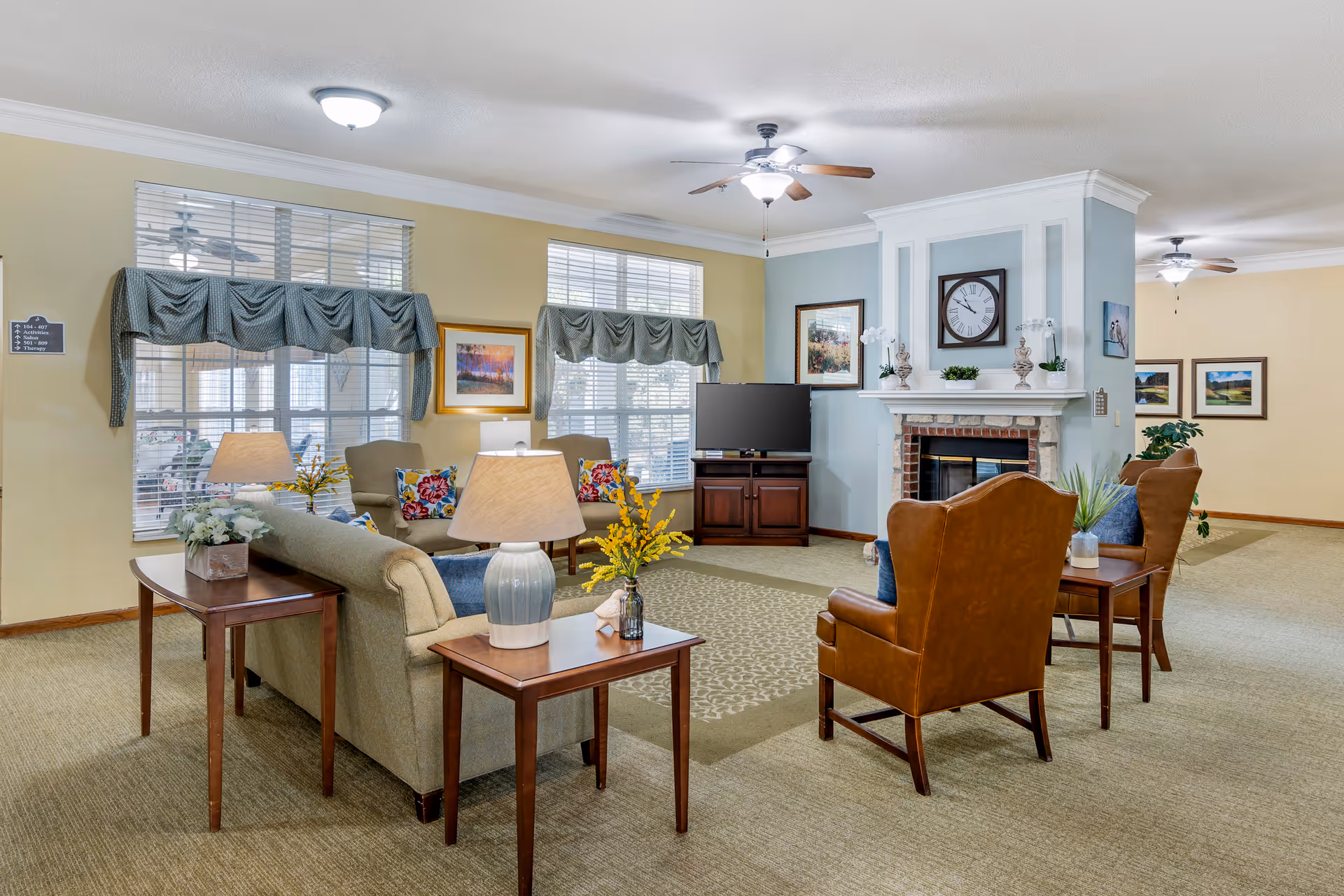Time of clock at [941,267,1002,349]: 10:49
